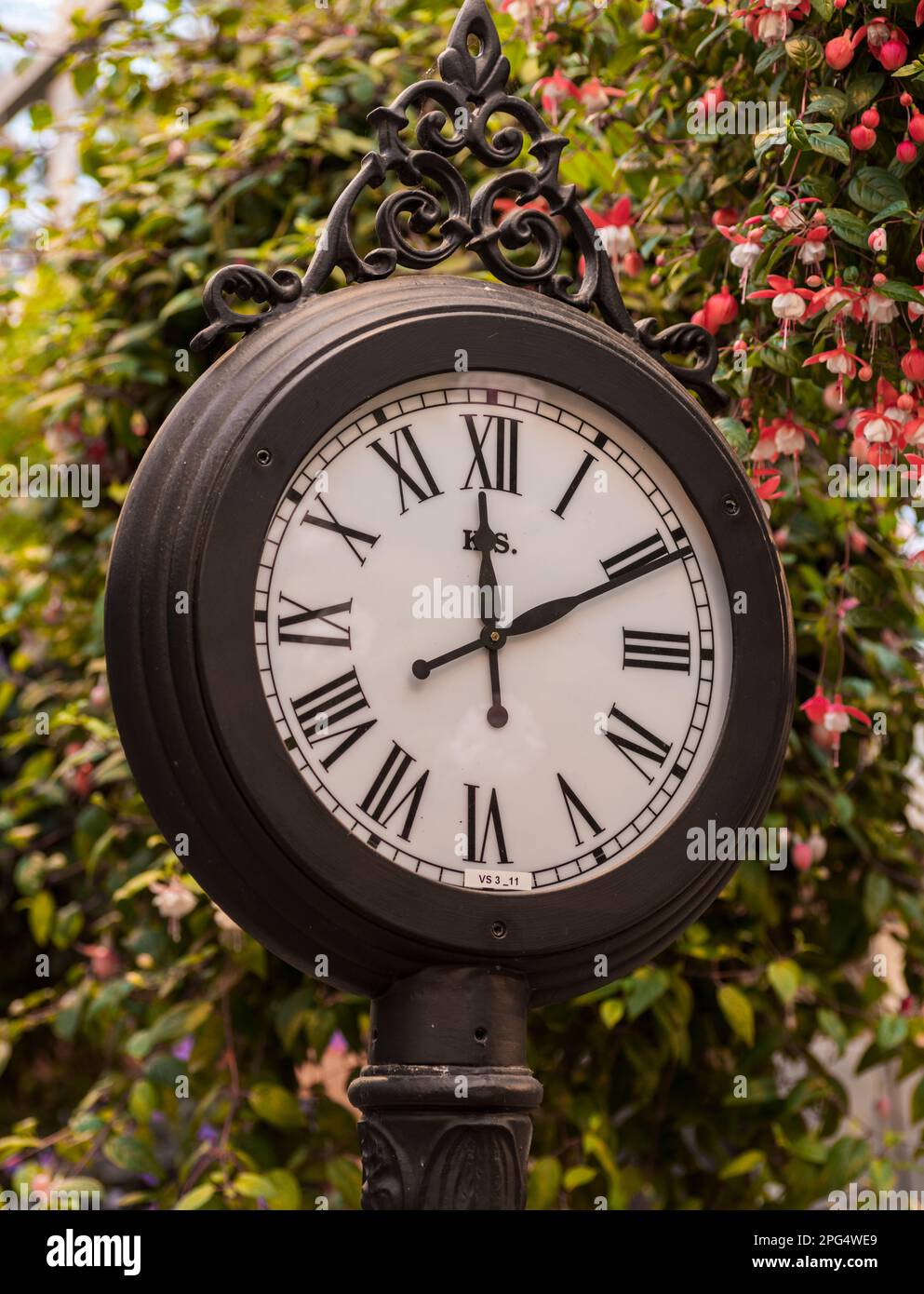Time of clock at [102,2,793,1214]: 1:59
